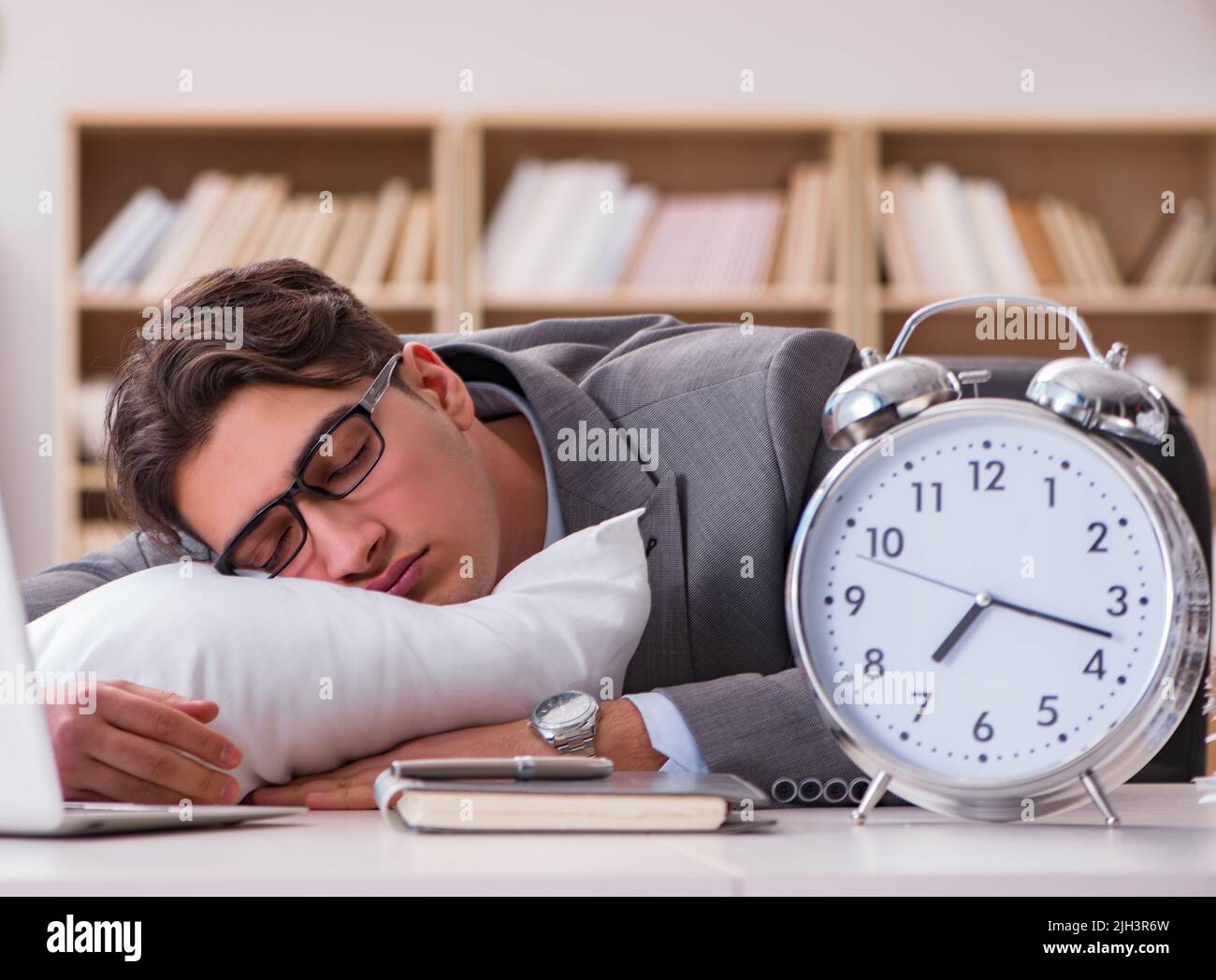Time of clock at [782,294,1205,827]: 7:17
